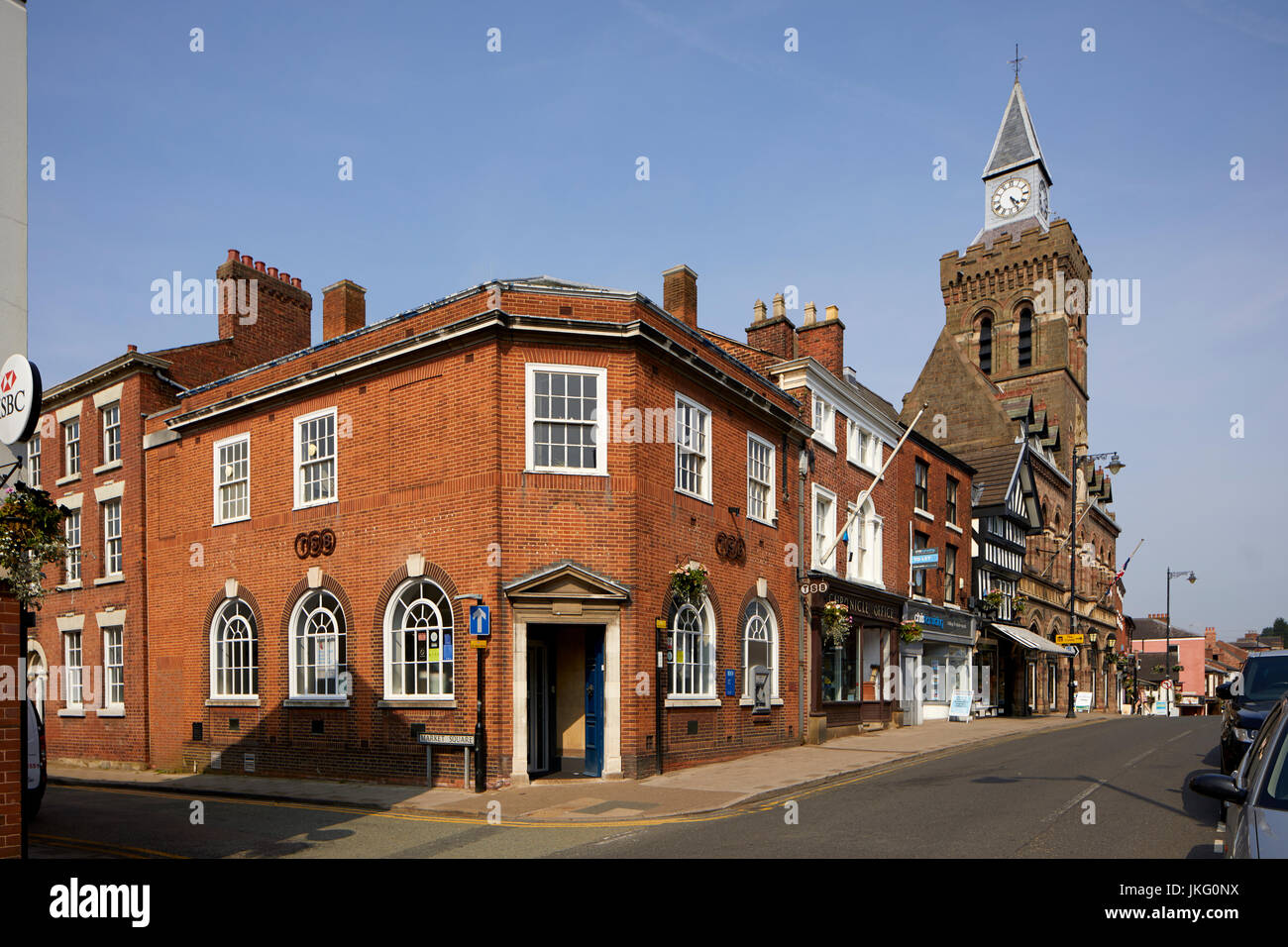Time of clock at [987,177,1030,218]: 4:26
